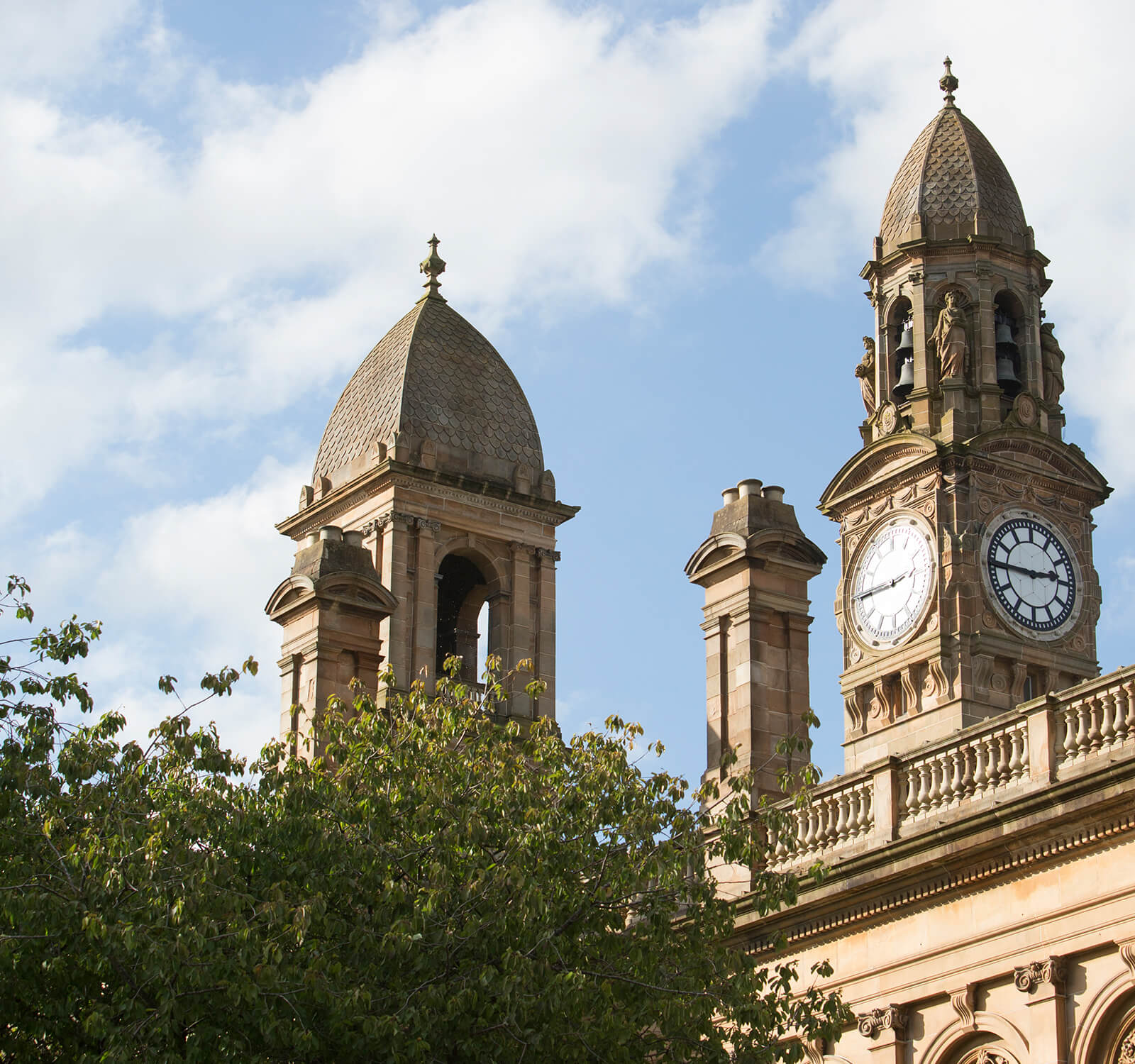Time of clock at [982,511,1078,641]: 2:45
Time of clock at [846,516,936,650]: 2:45
